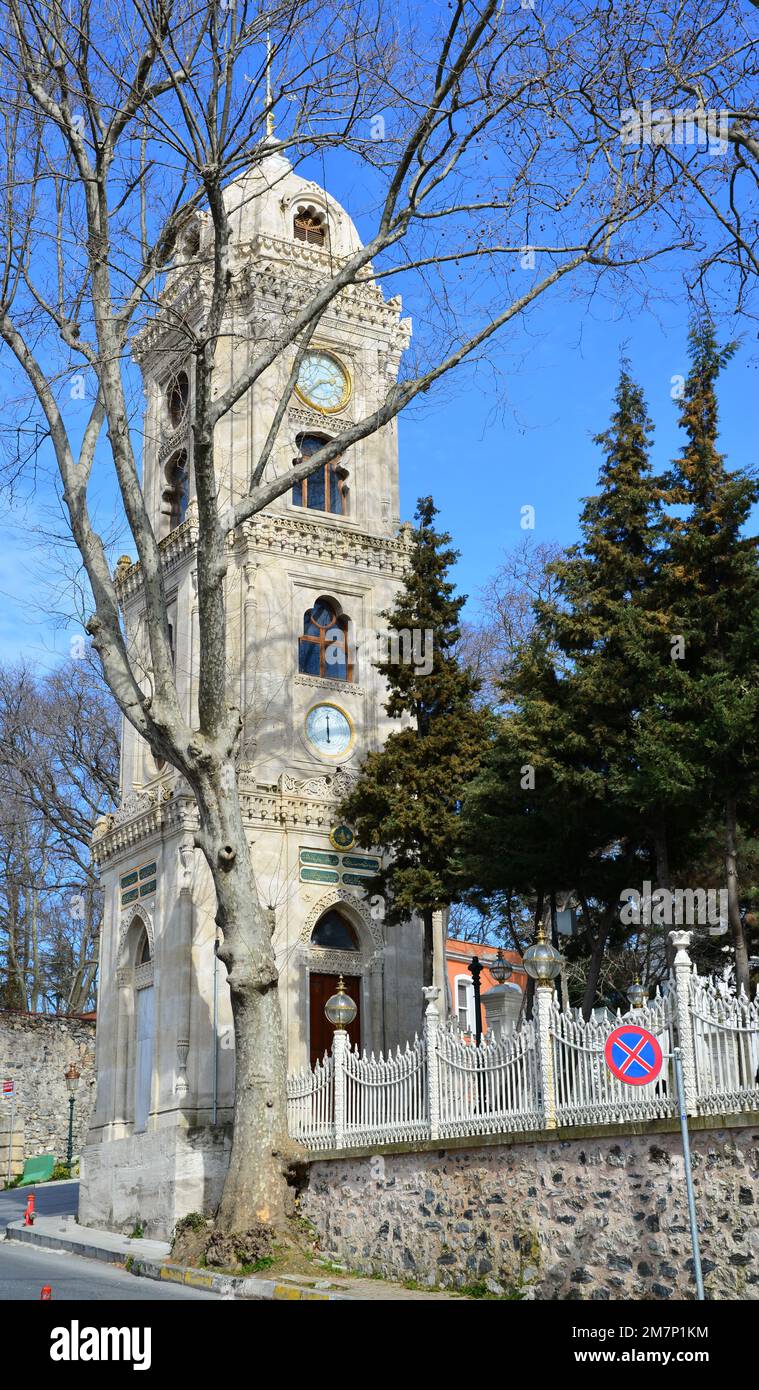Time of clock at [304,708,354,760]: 6:00
